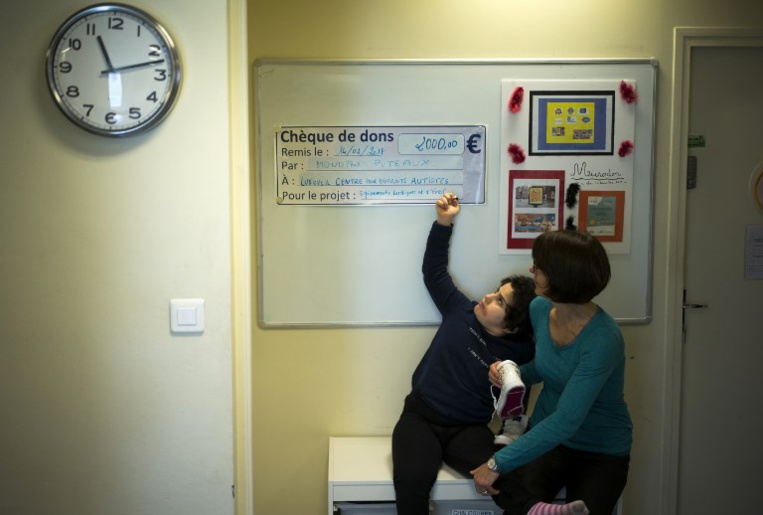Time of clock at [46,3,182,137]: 11:12
